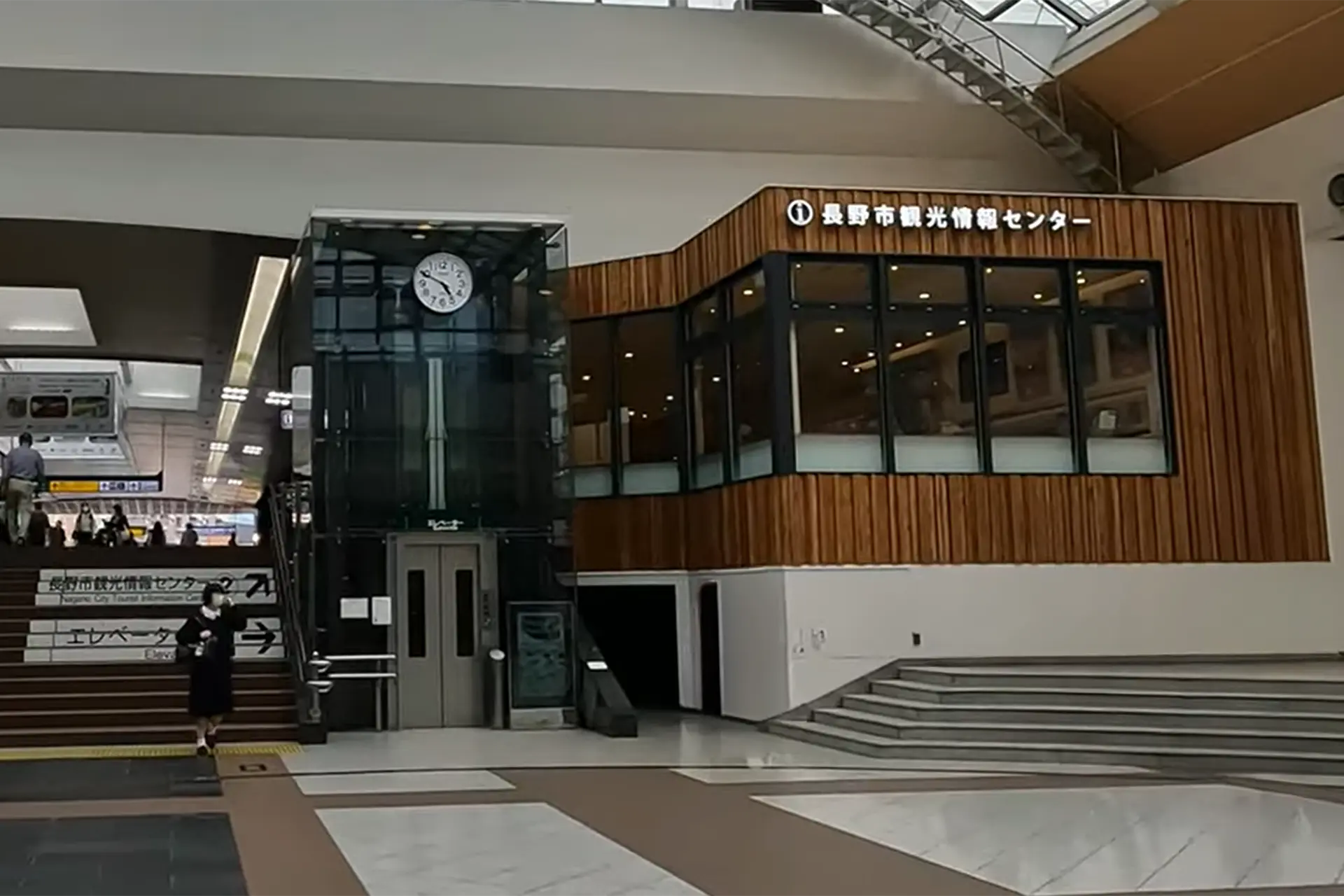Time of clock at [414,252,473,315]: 4:49
